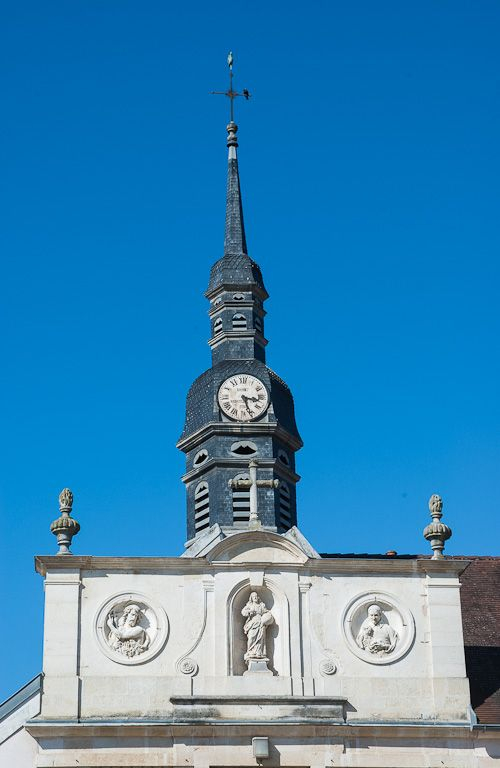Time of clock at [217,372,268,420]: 3:26
